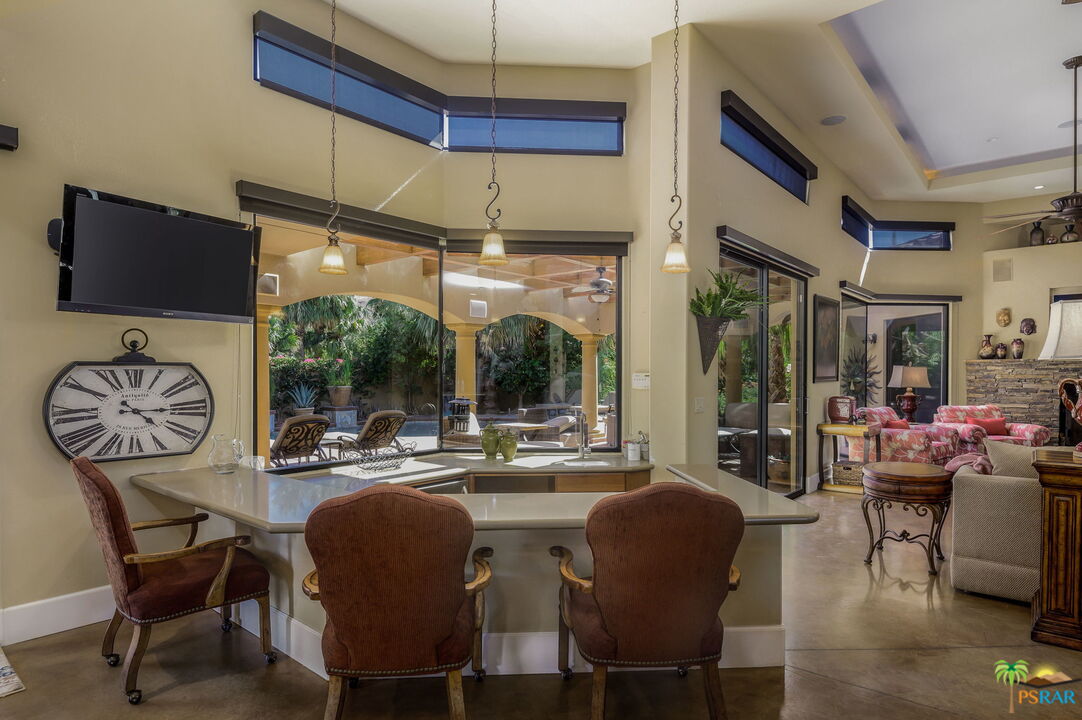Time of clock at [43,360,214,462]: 4:14
